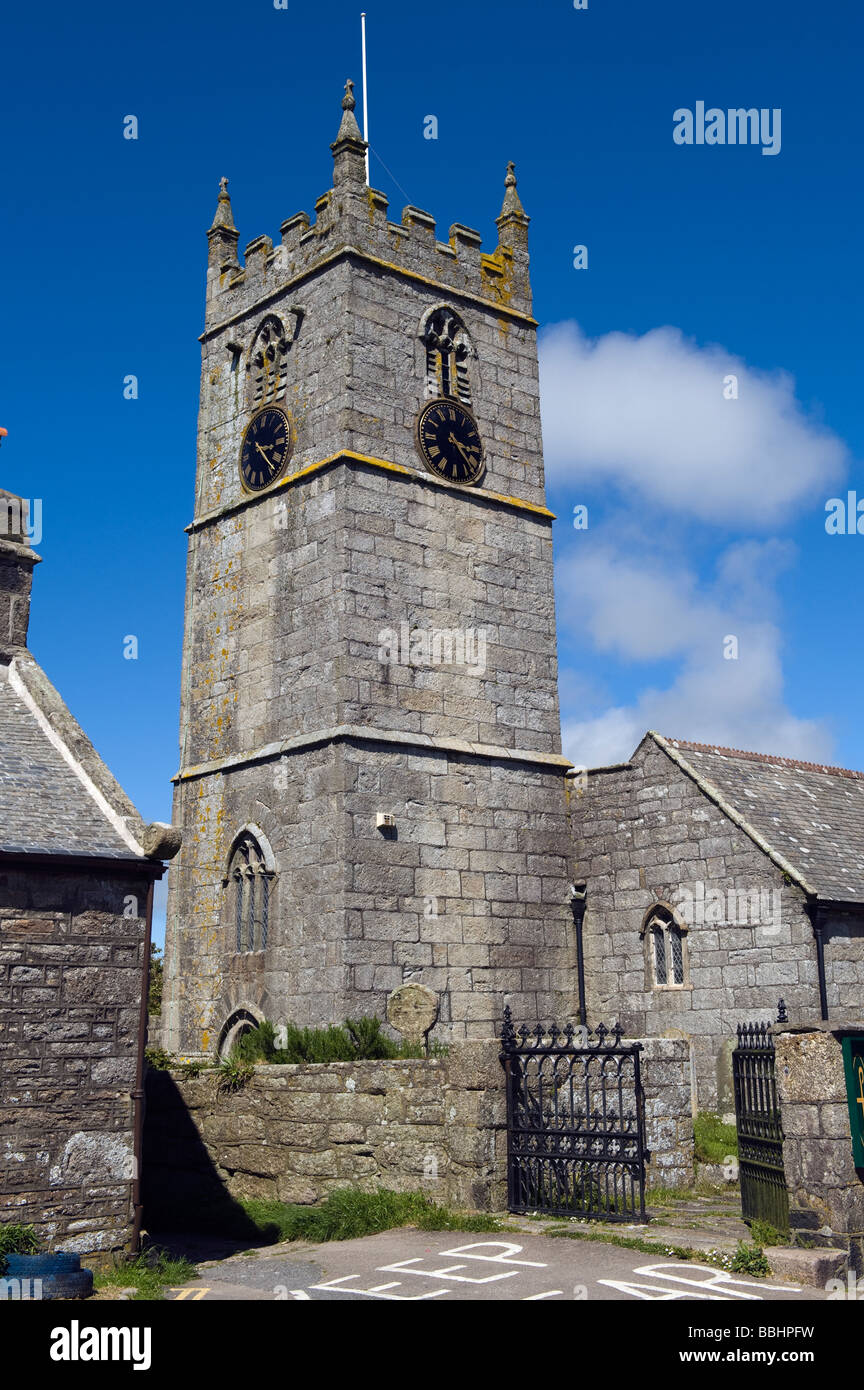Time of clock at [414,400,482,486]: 3:23
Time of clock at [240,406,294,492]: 3:22
